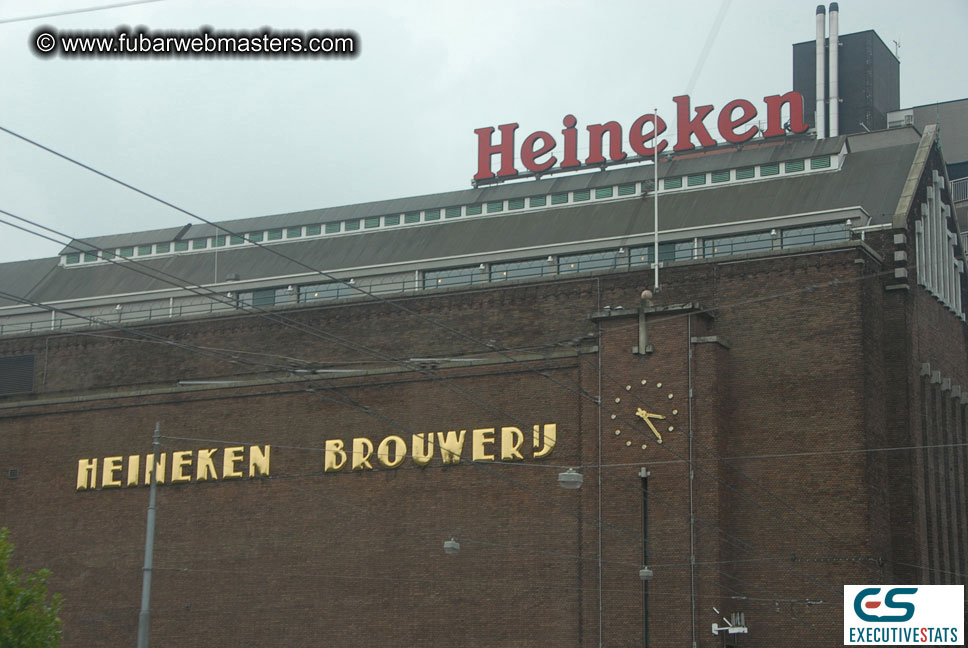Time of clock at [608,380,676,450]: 3:24
